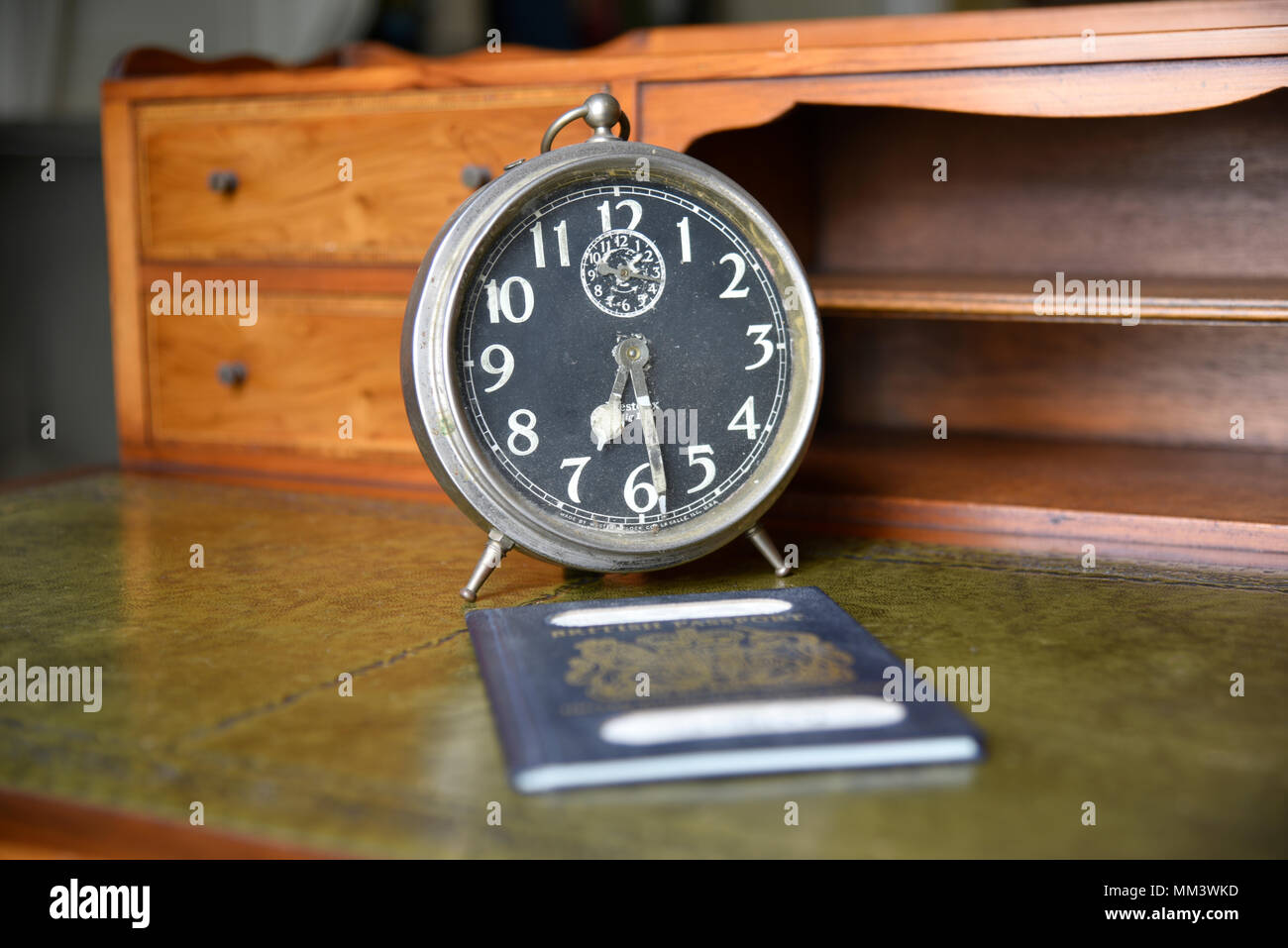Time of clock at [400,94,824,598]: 6:28
